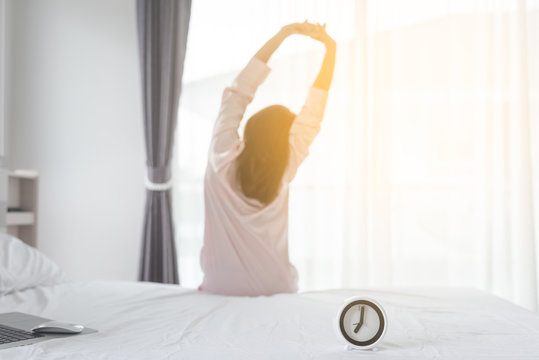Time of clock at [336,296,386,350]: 7:00
